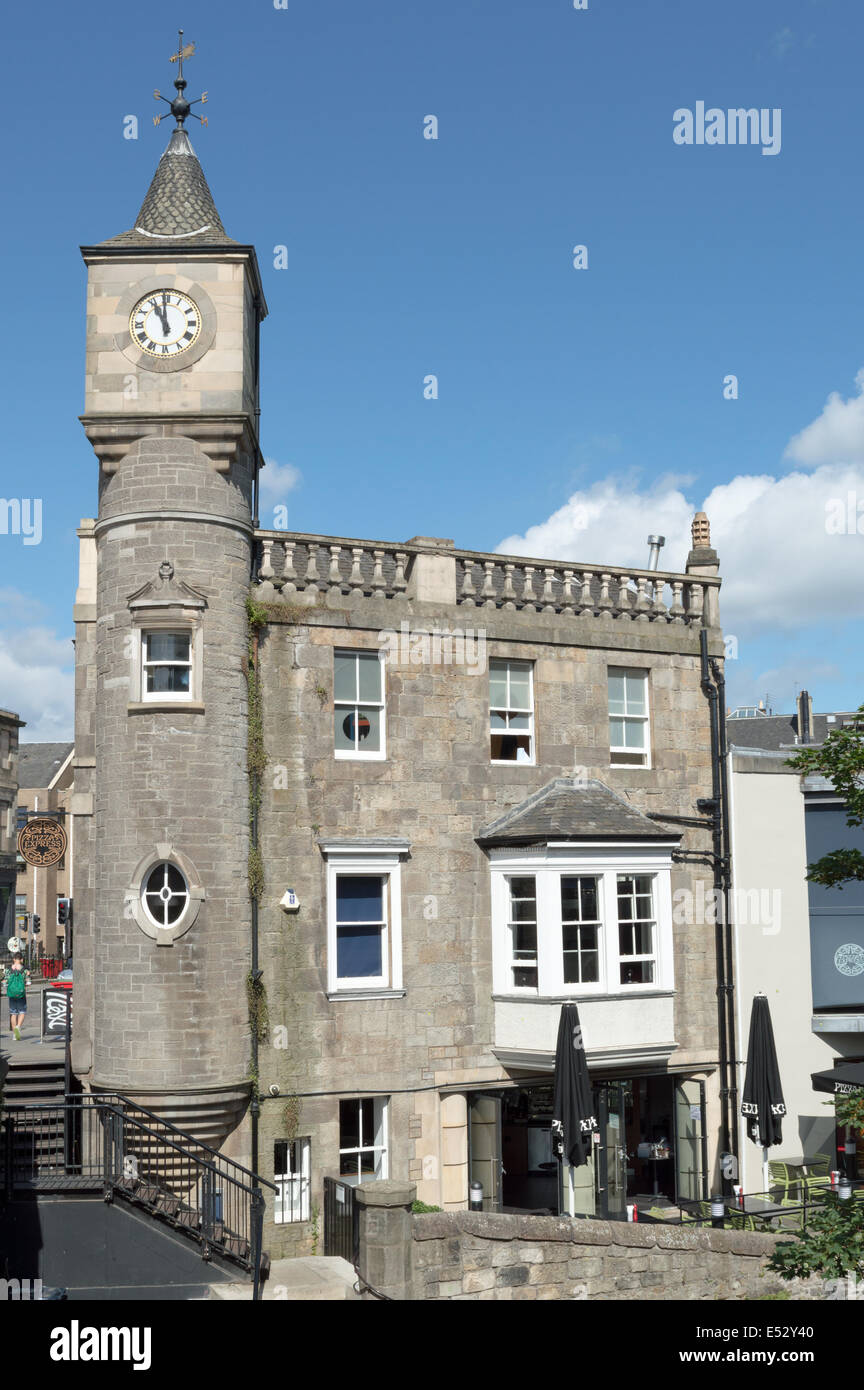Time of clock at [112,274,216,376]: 10:59
